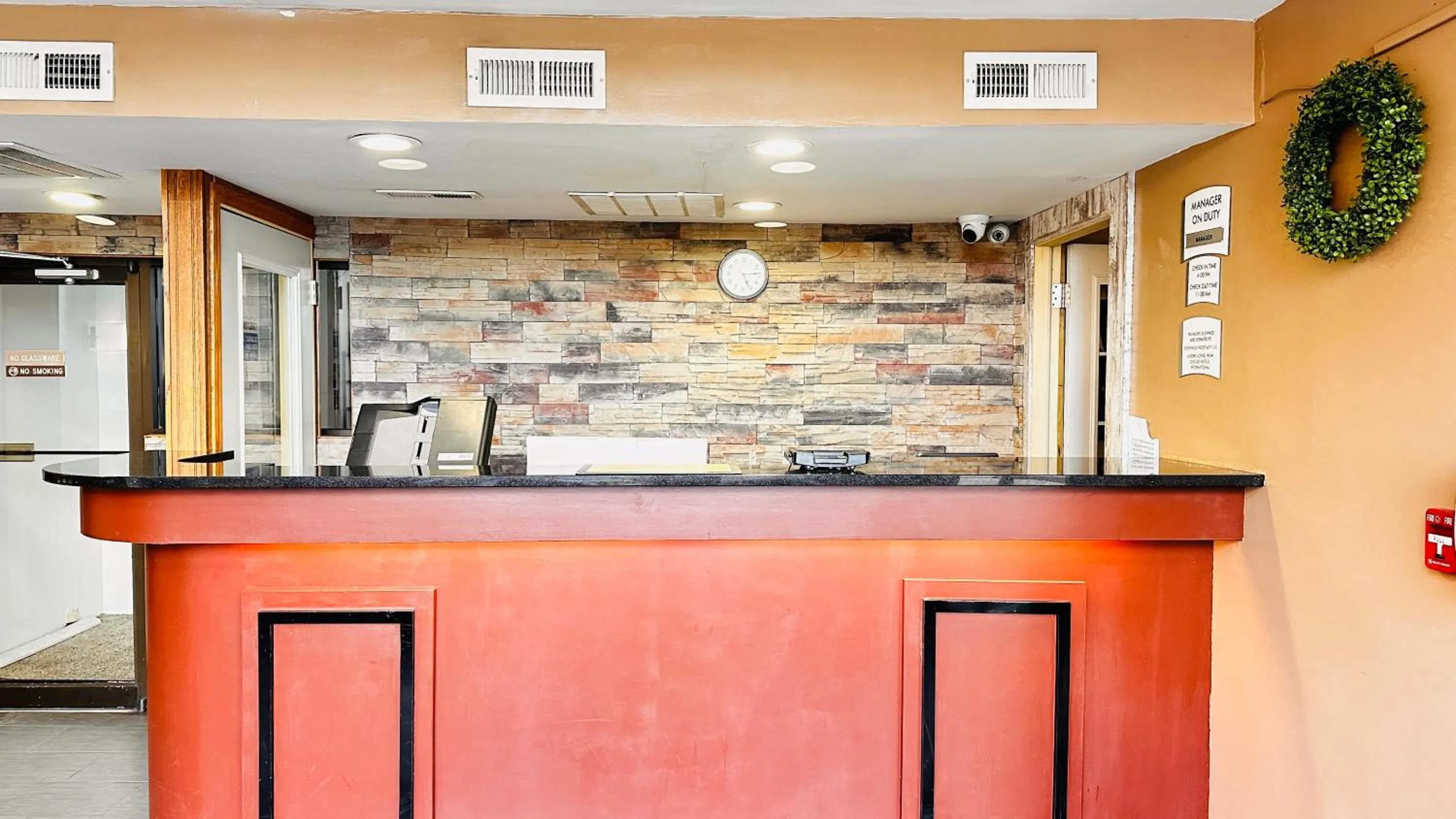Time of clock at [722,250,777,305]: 5:14
